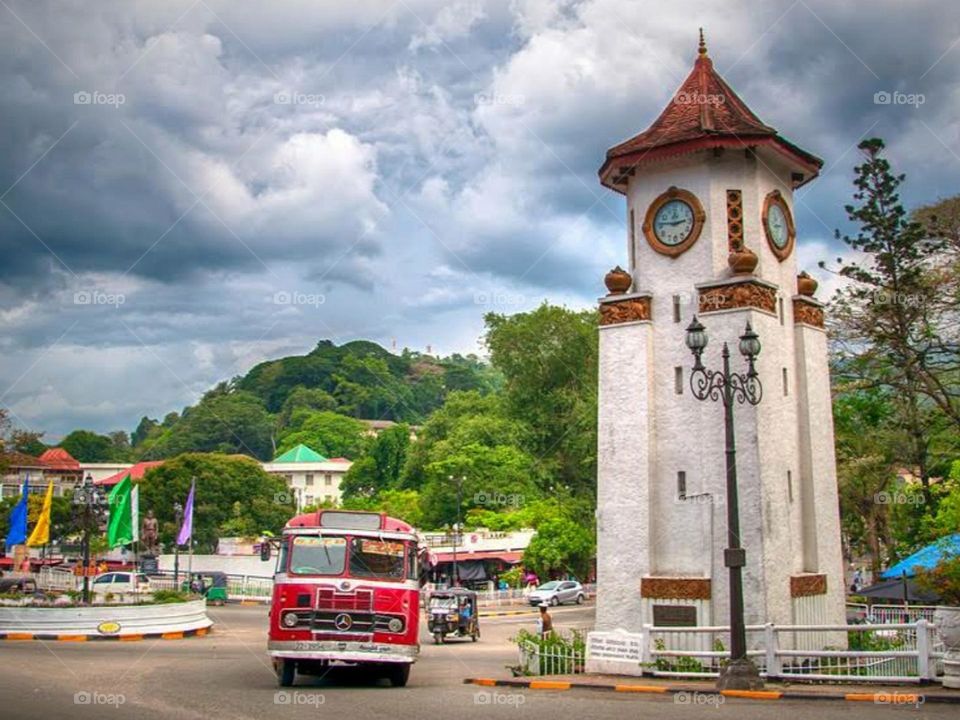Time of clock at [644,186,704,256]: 2:46
